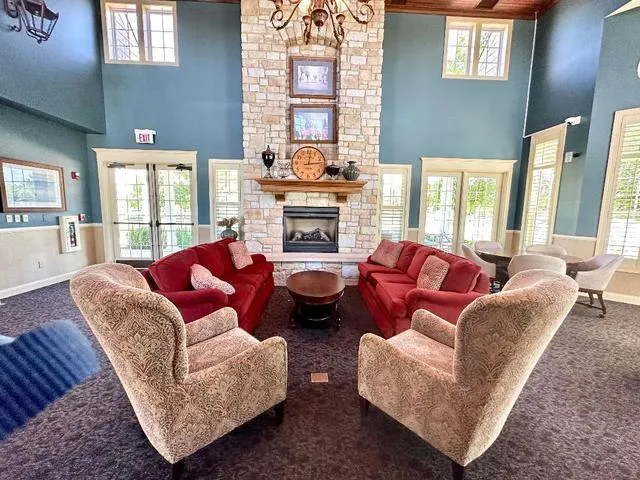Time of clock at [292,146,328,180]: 12:13
